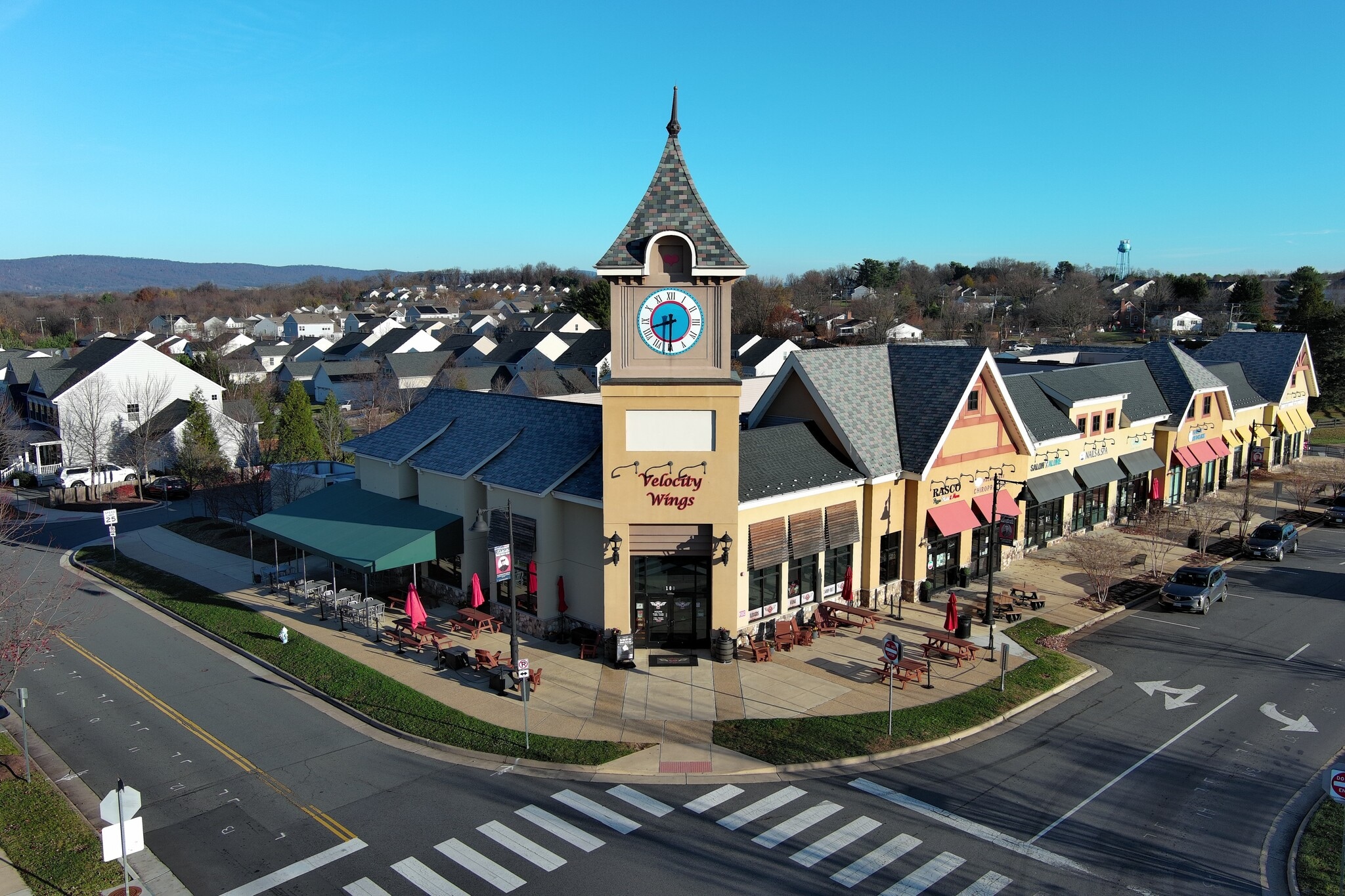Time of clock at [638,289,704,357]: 8:30
